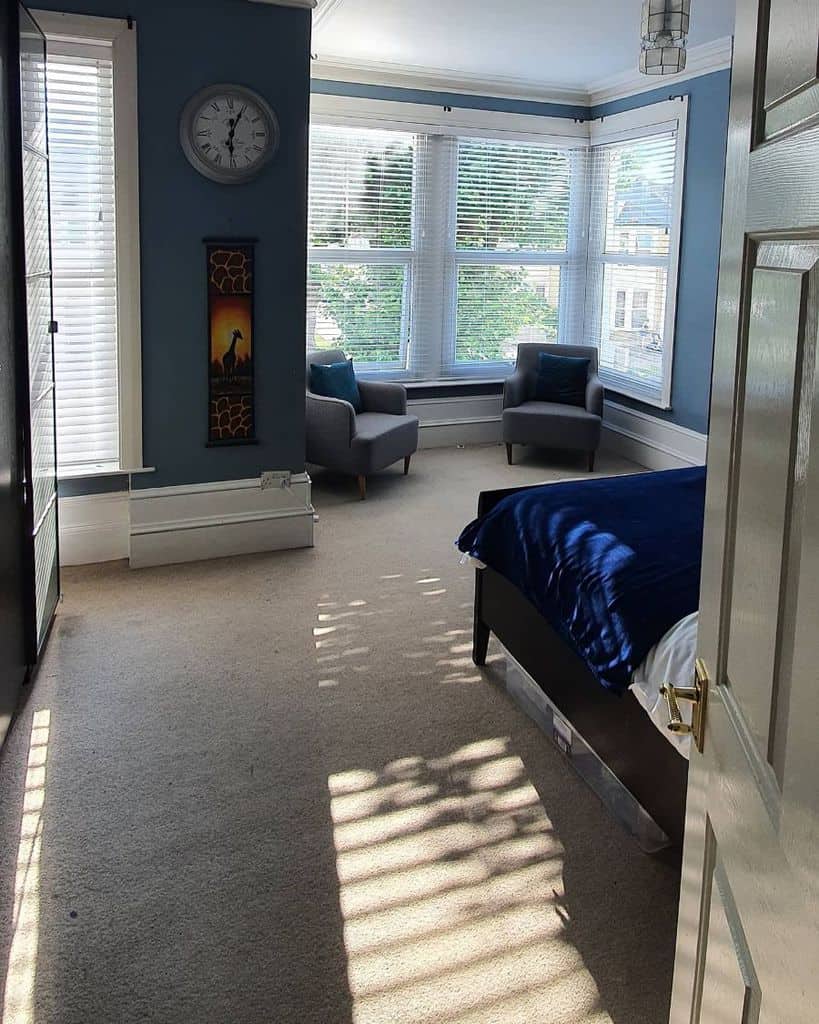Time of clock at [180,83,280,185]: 6:04
